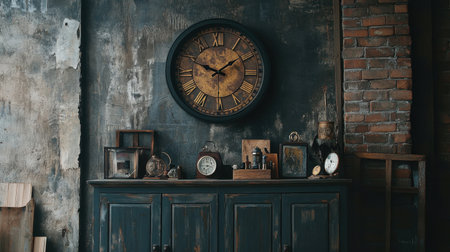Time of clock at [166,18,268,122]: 1:48
